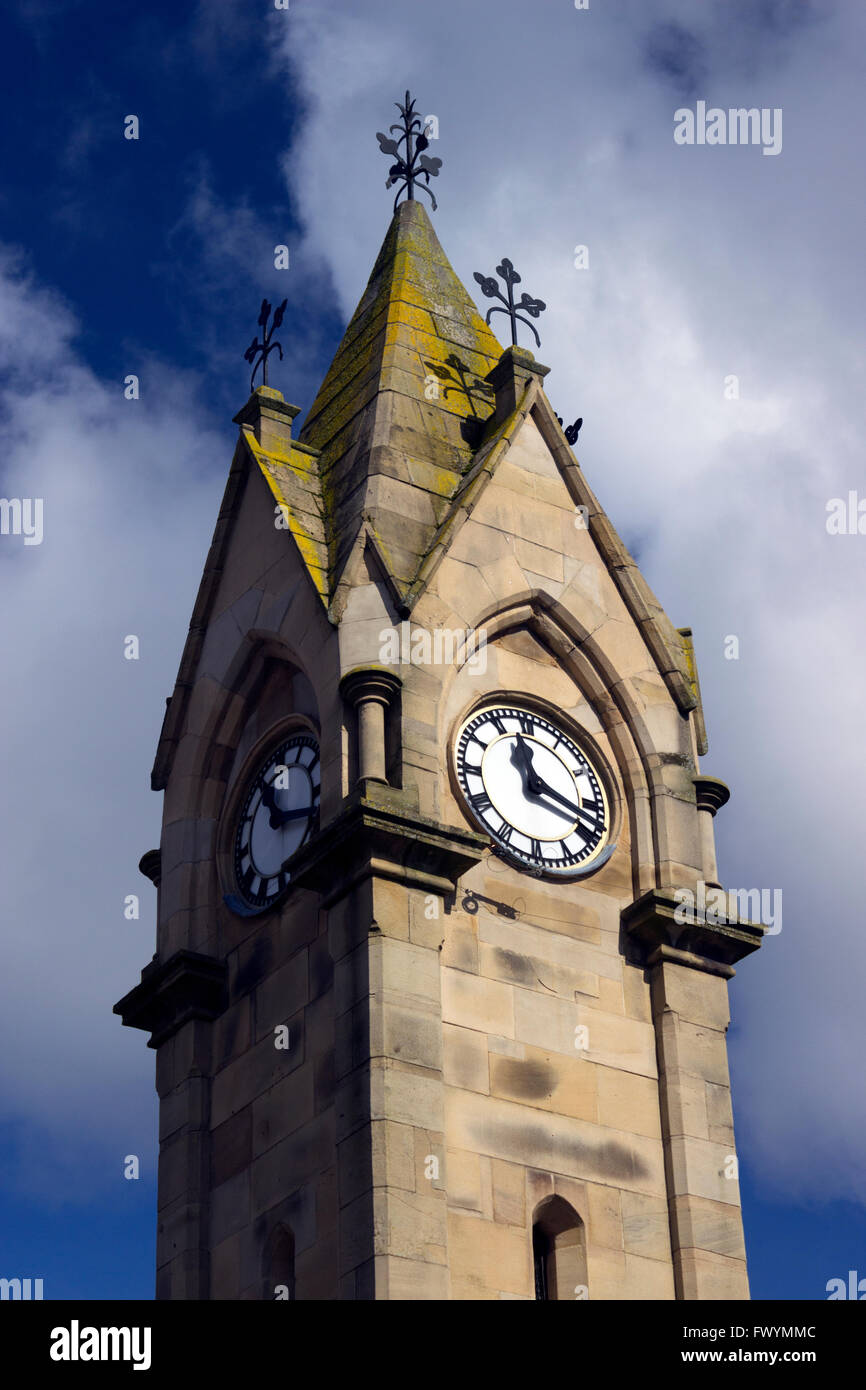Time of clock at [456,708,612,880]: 11:18
